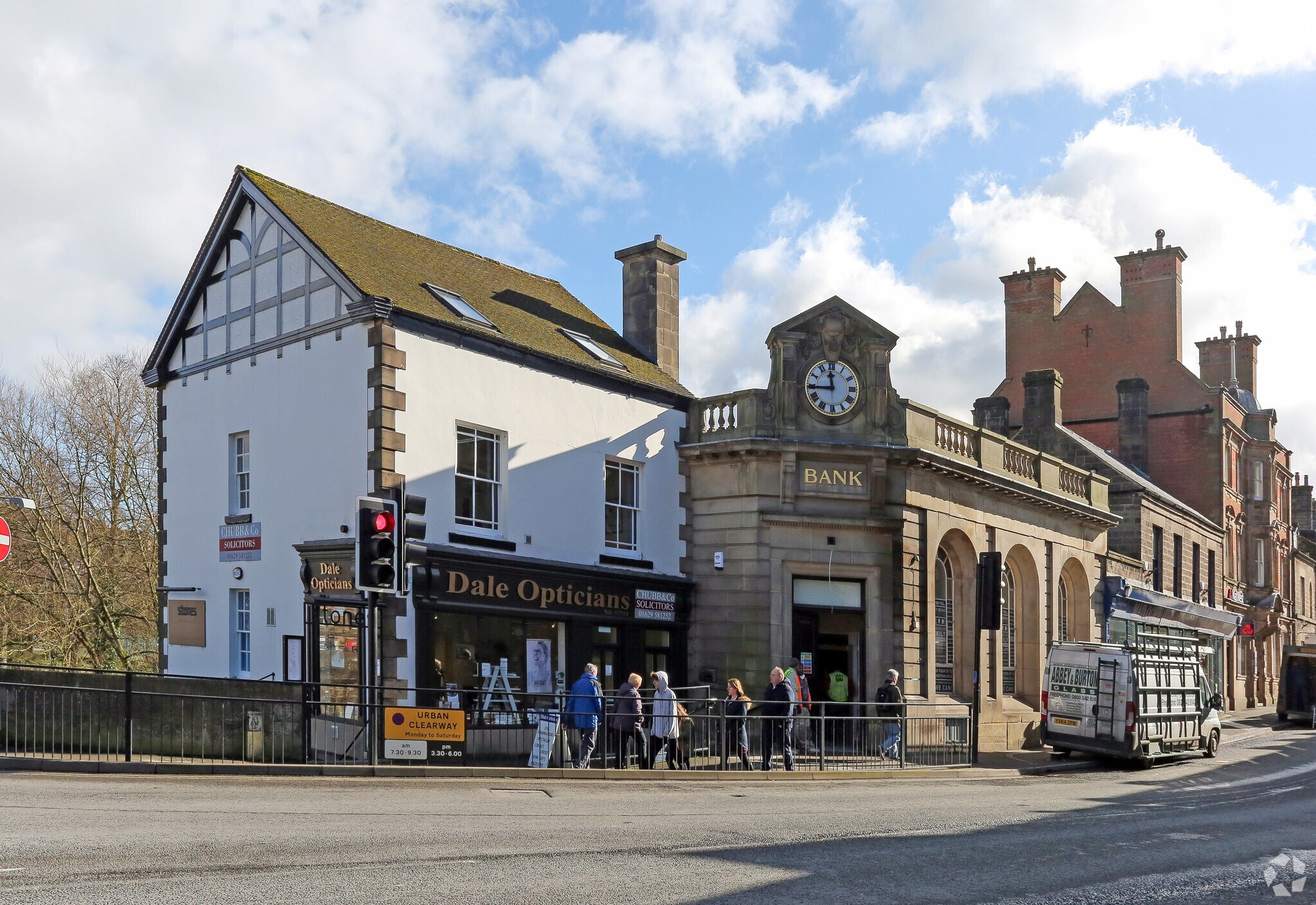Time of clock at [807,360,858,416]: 11:44
